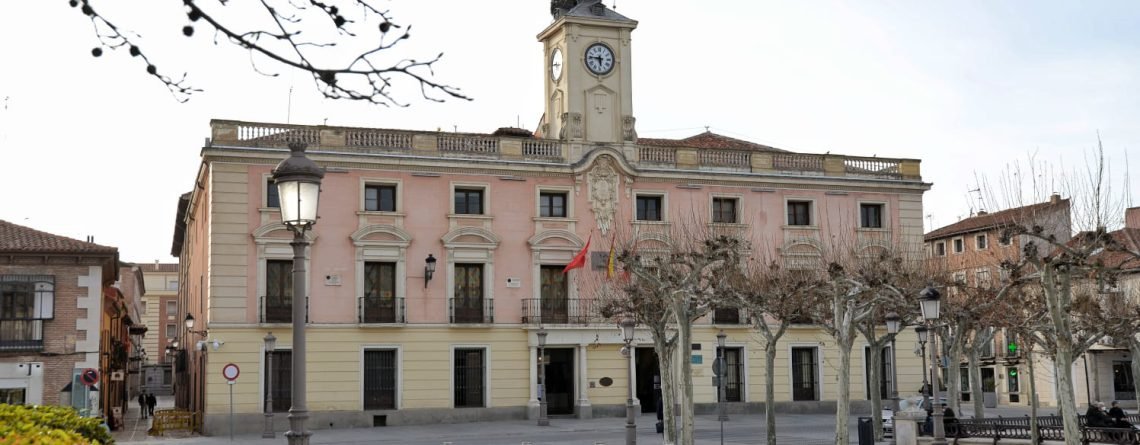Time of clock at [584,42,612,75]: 5:45
